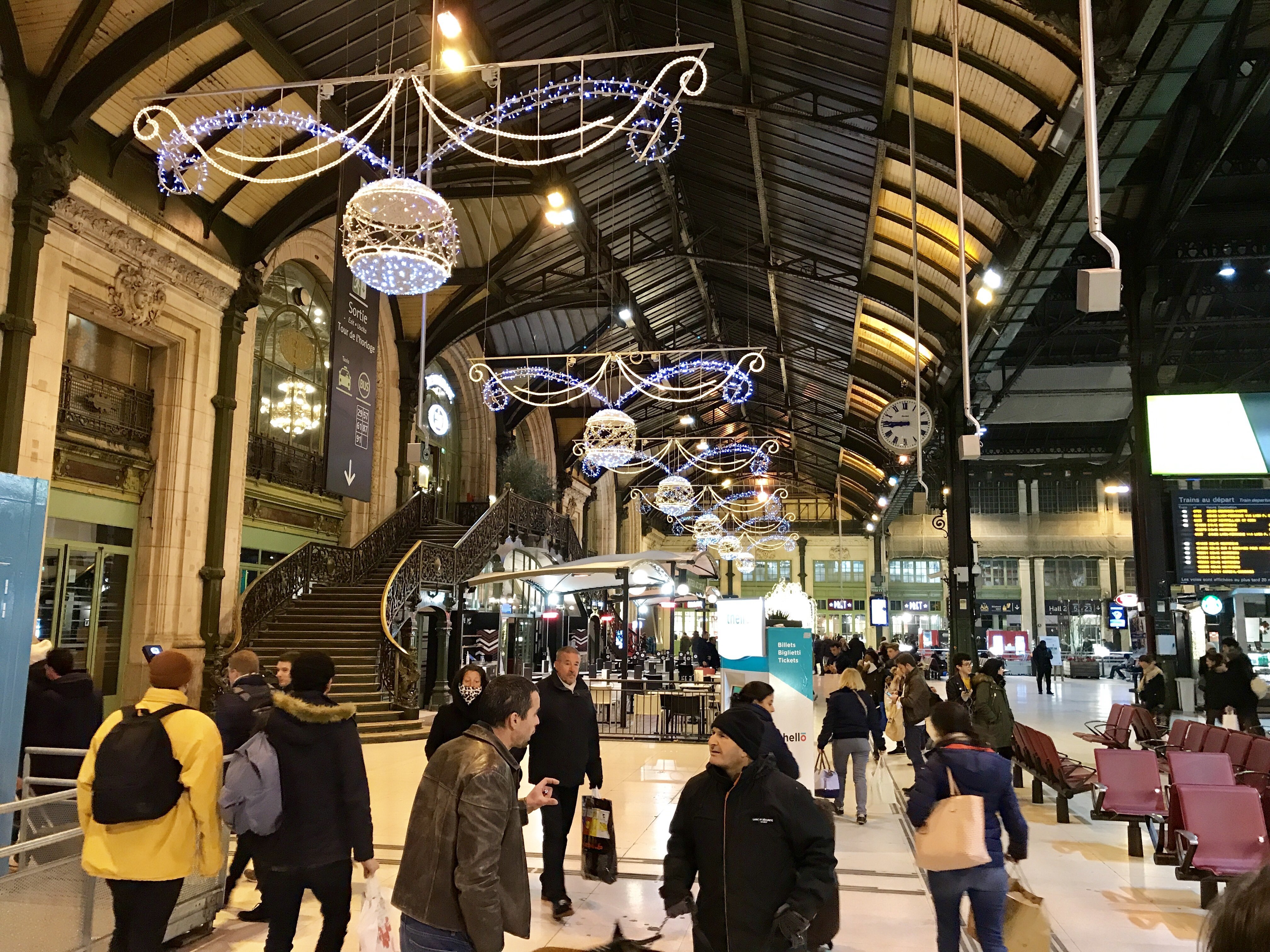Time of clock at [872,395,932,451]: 8:45
